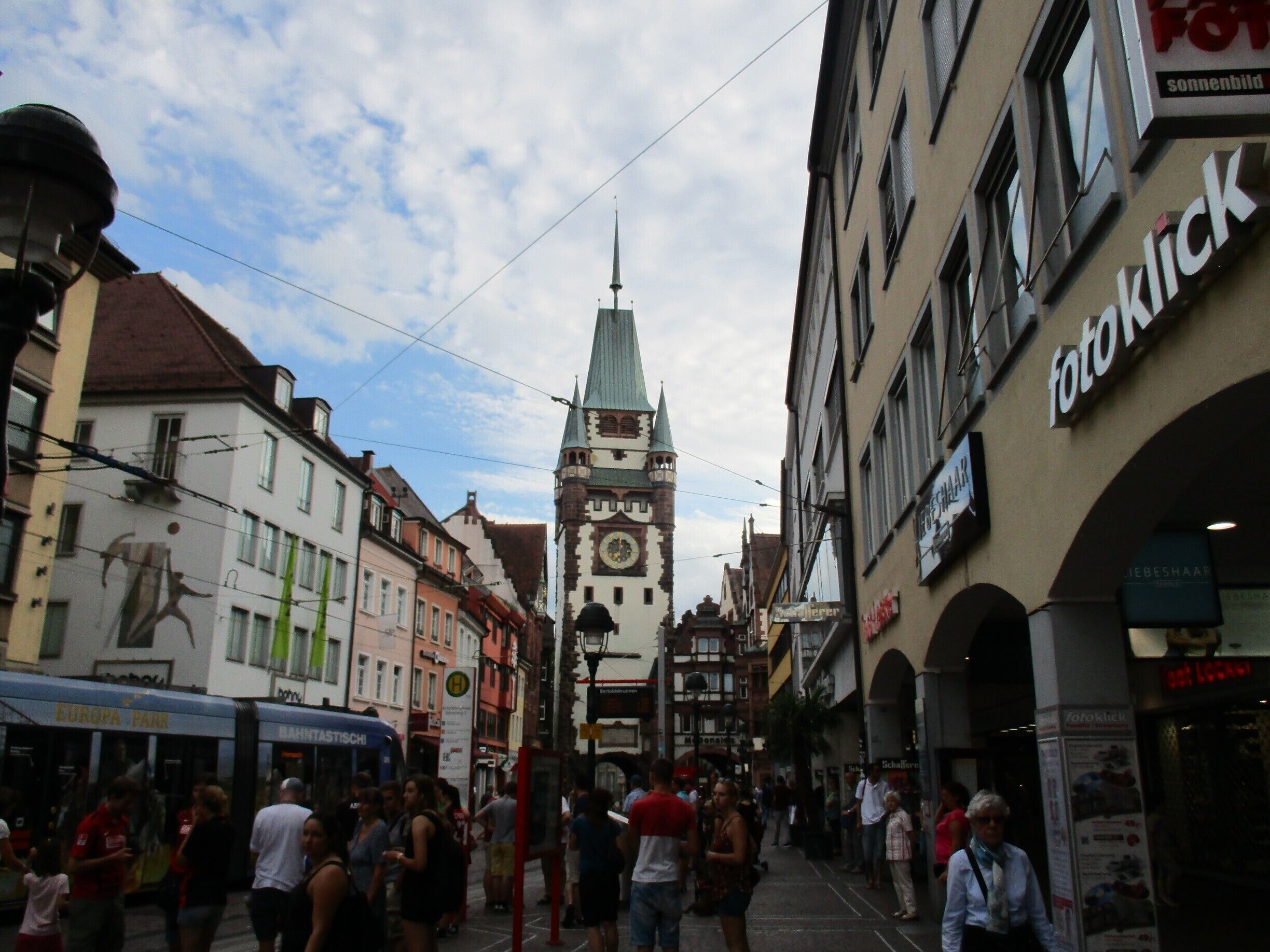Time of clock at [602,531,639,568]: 12:00
